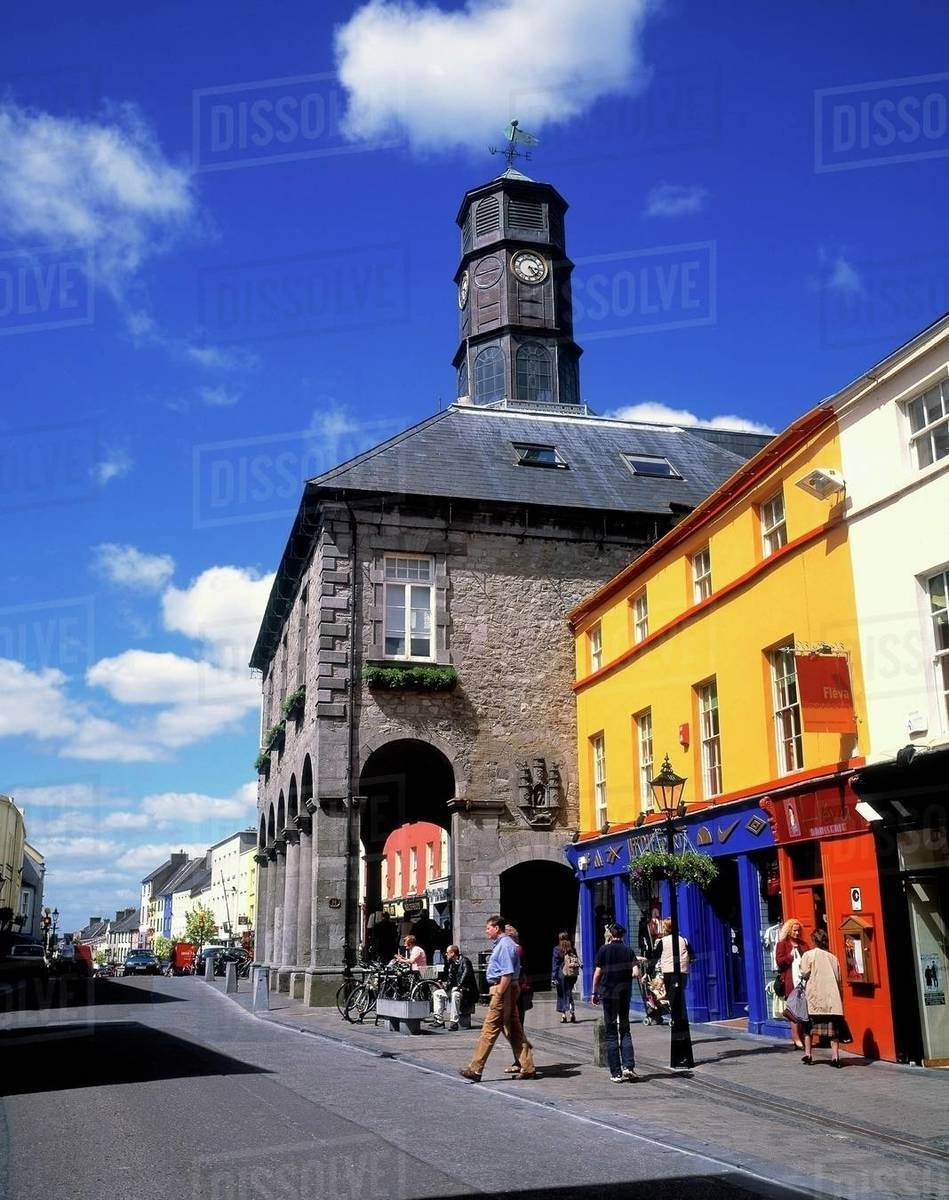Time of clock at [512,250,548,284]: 3:23
